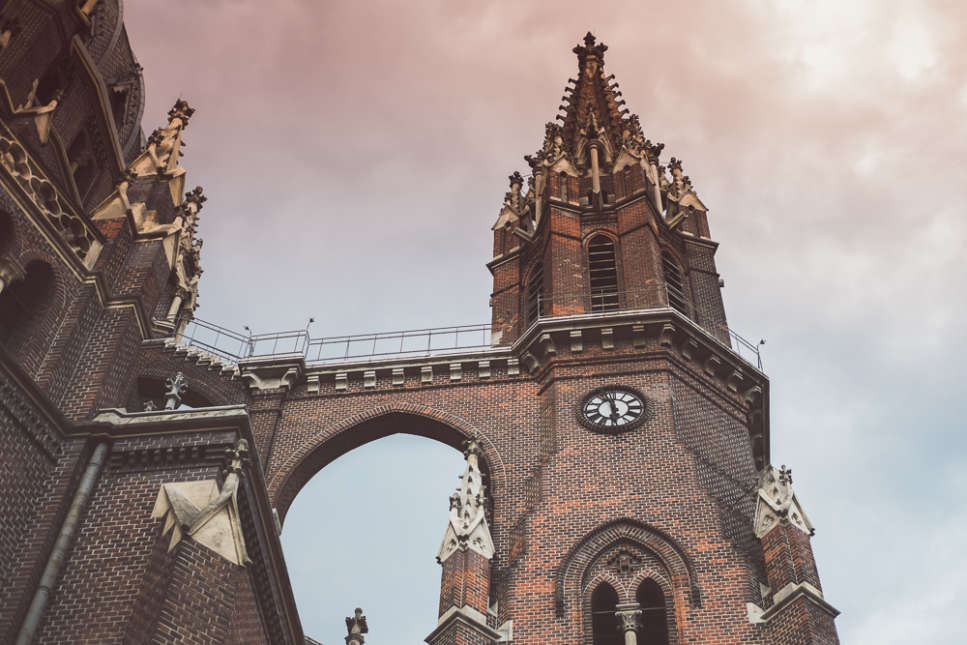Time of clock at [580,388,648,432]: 5:57
